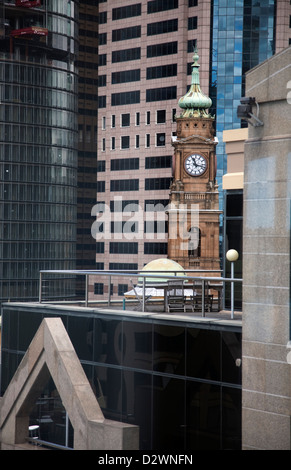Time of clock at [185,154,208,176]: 11:17
